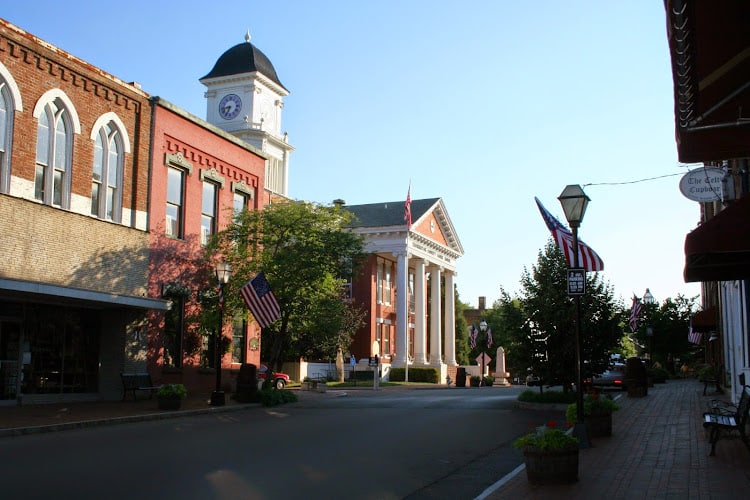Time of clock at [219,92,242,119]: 6:43
